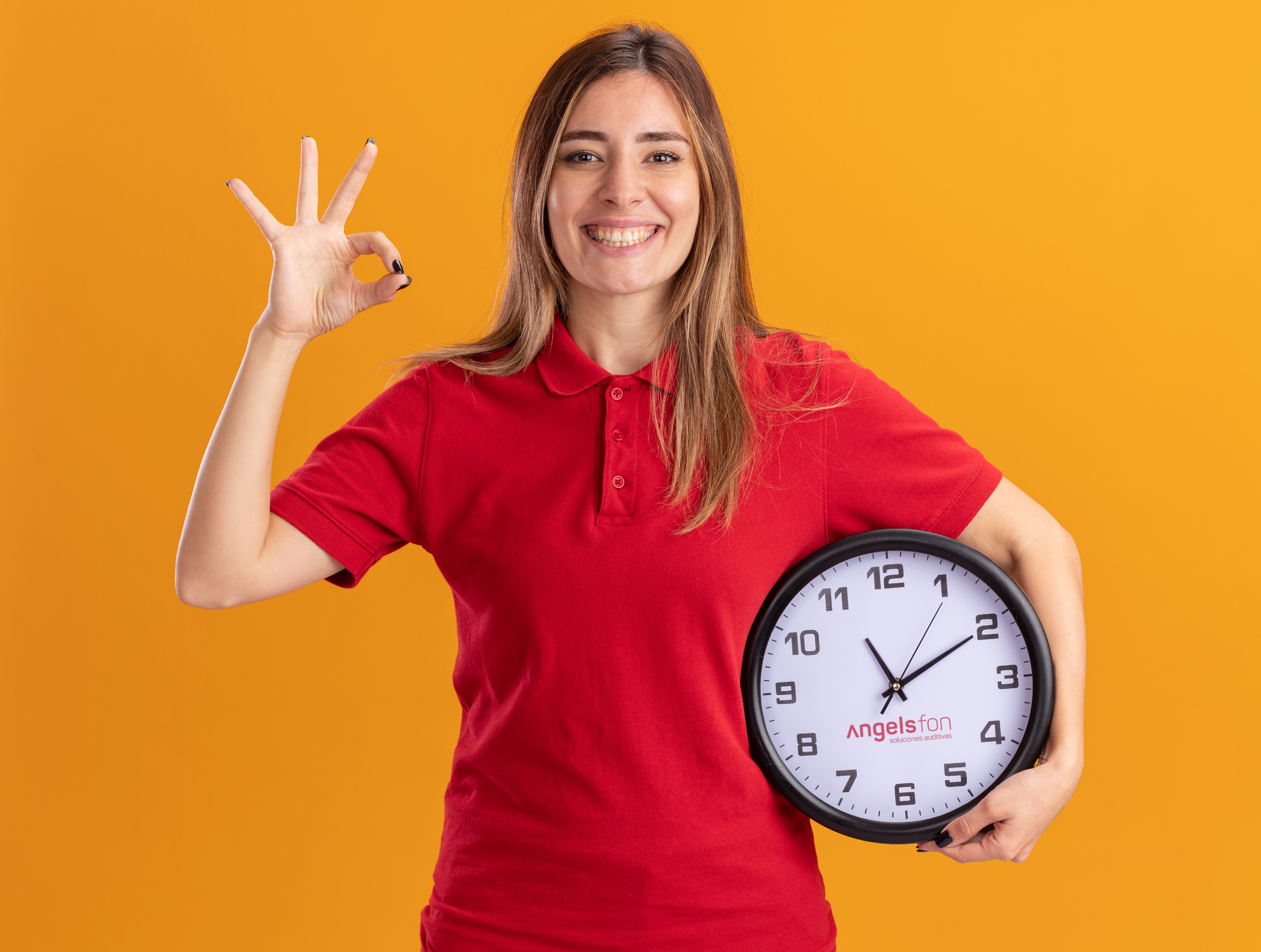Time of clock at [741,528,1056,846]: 11:09
